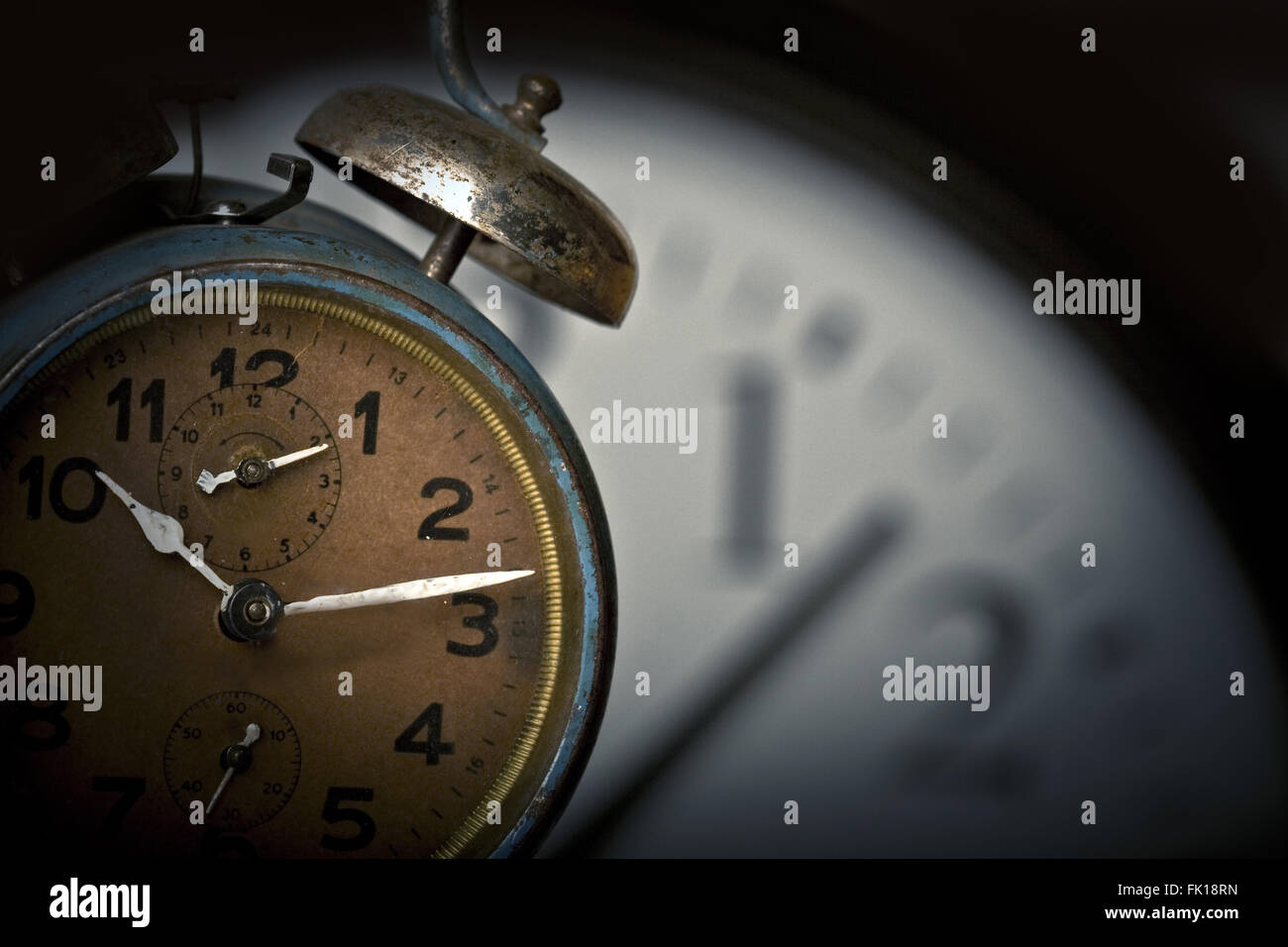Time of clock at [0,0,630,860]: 10:13
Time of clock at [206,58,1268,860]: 10:13
